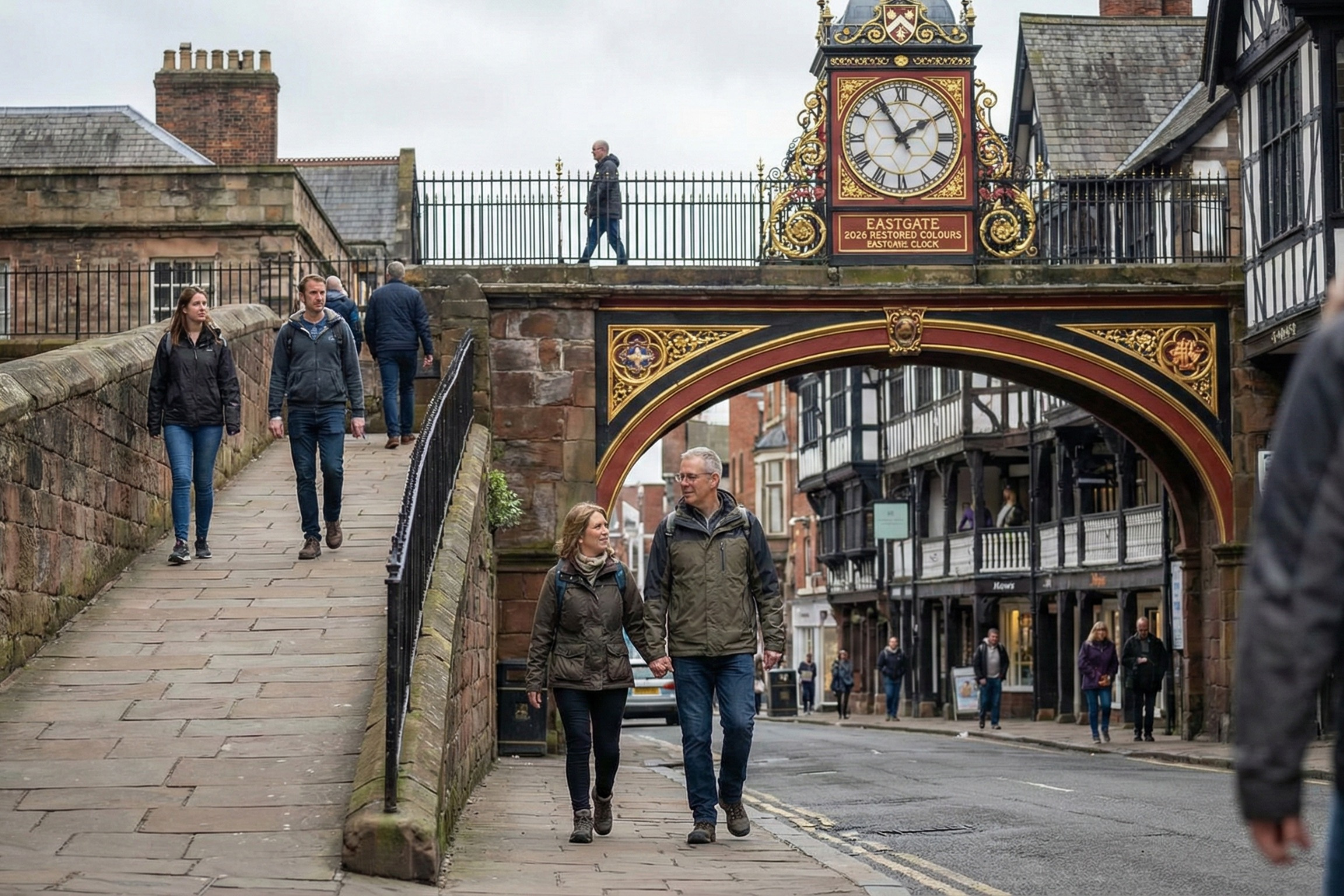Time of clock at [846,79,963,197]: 1:54
